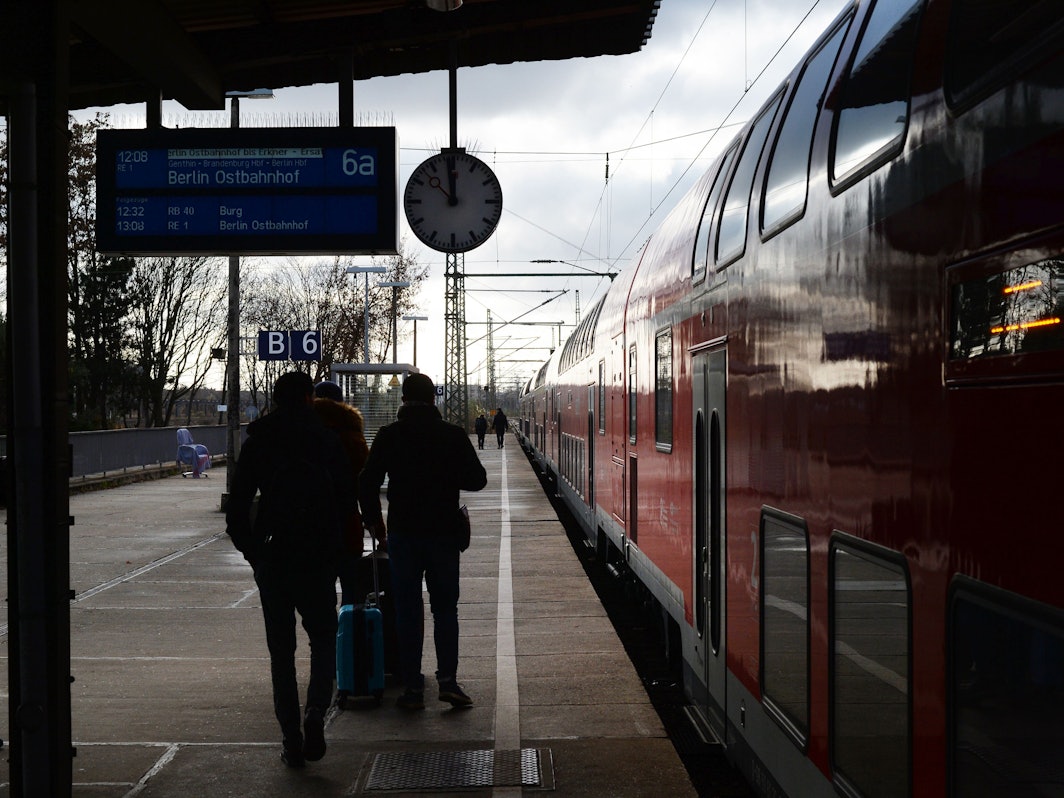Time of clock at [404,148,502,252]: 11:52
